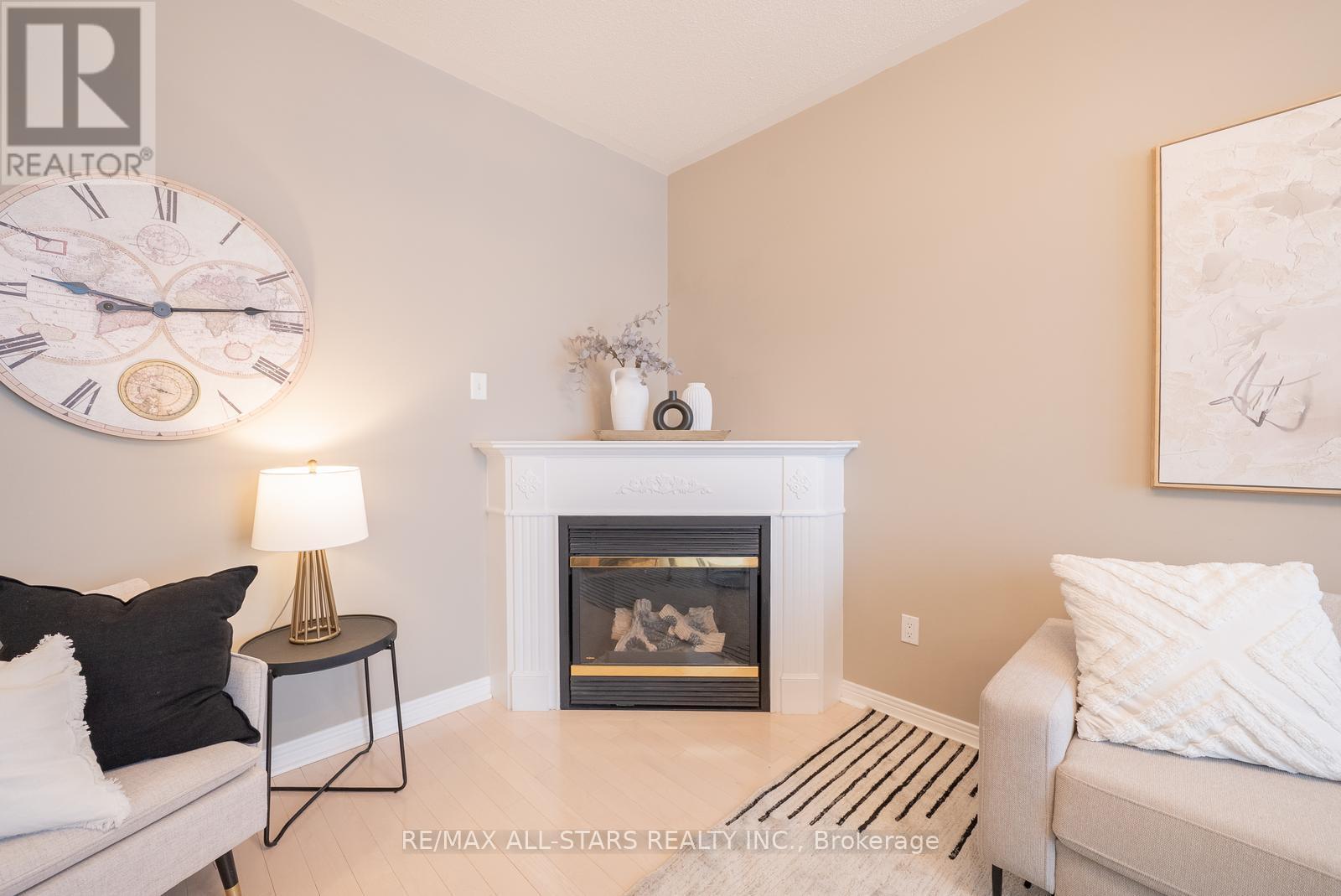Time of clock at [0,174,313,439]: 9:13
